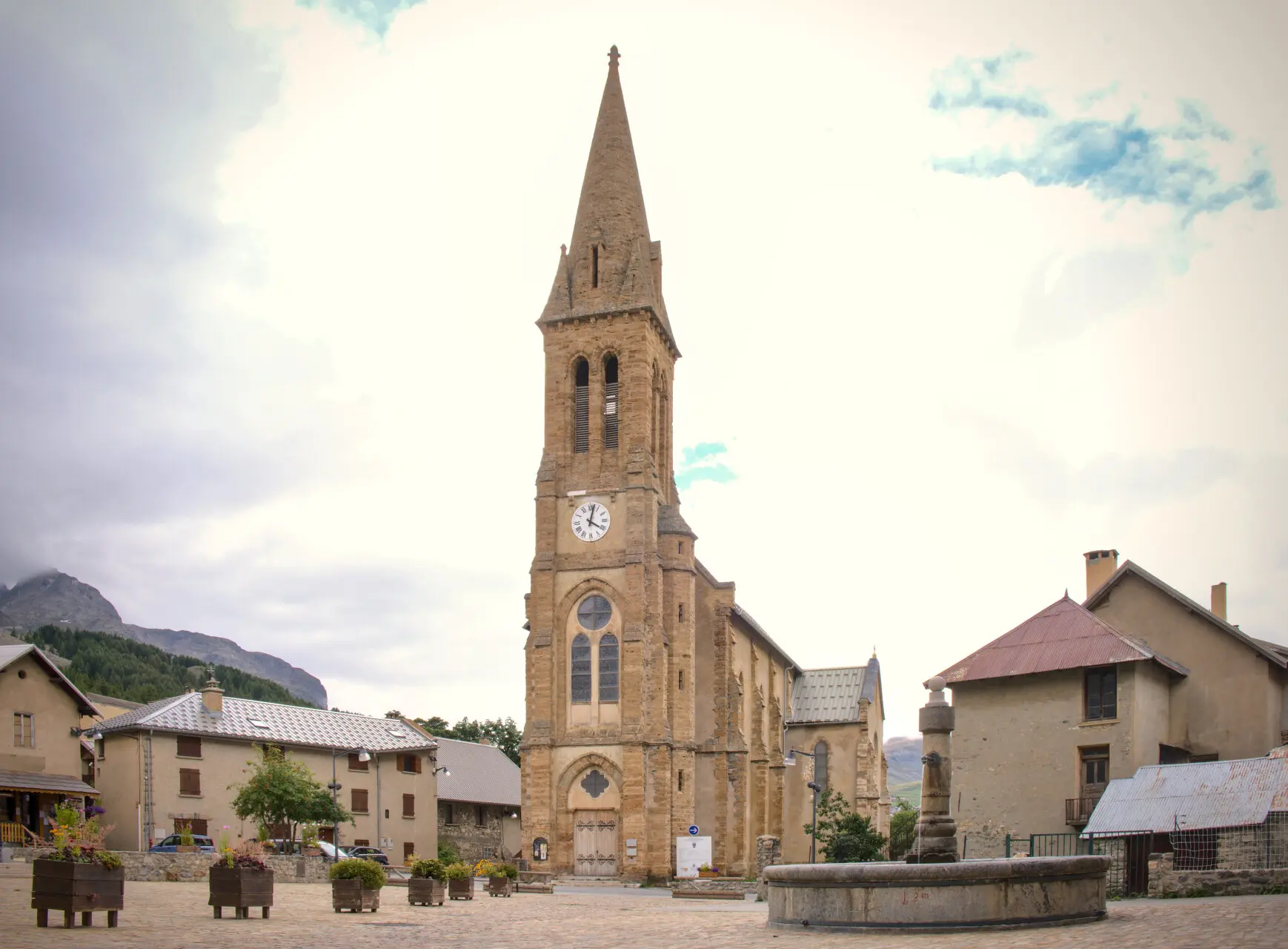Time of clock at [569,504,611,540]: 4:02
